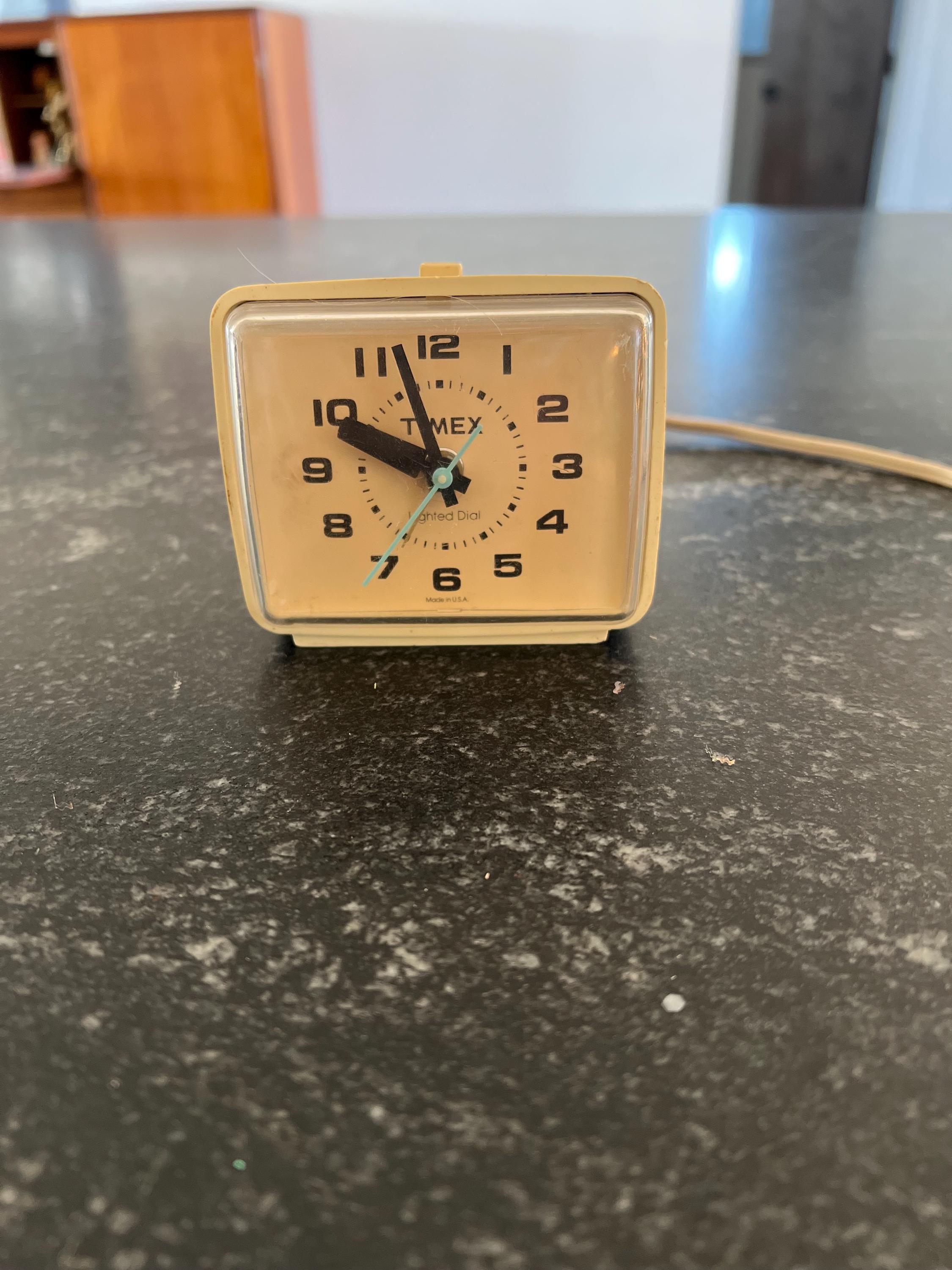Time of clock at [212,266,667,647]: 9:57
